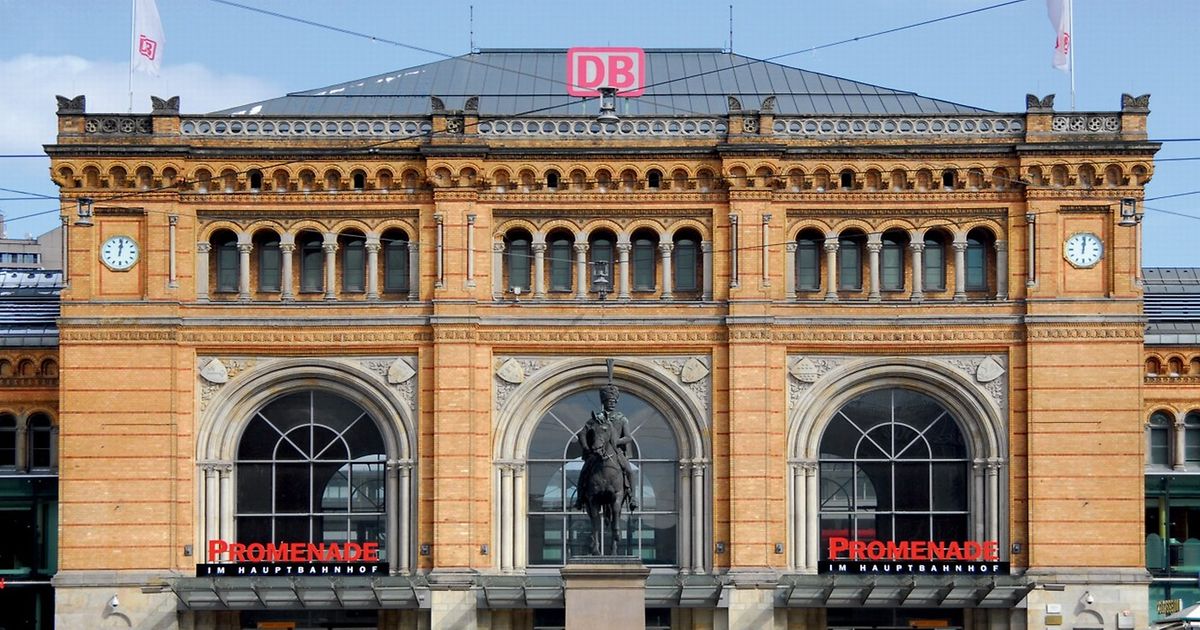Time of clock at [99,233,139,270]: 12:01
